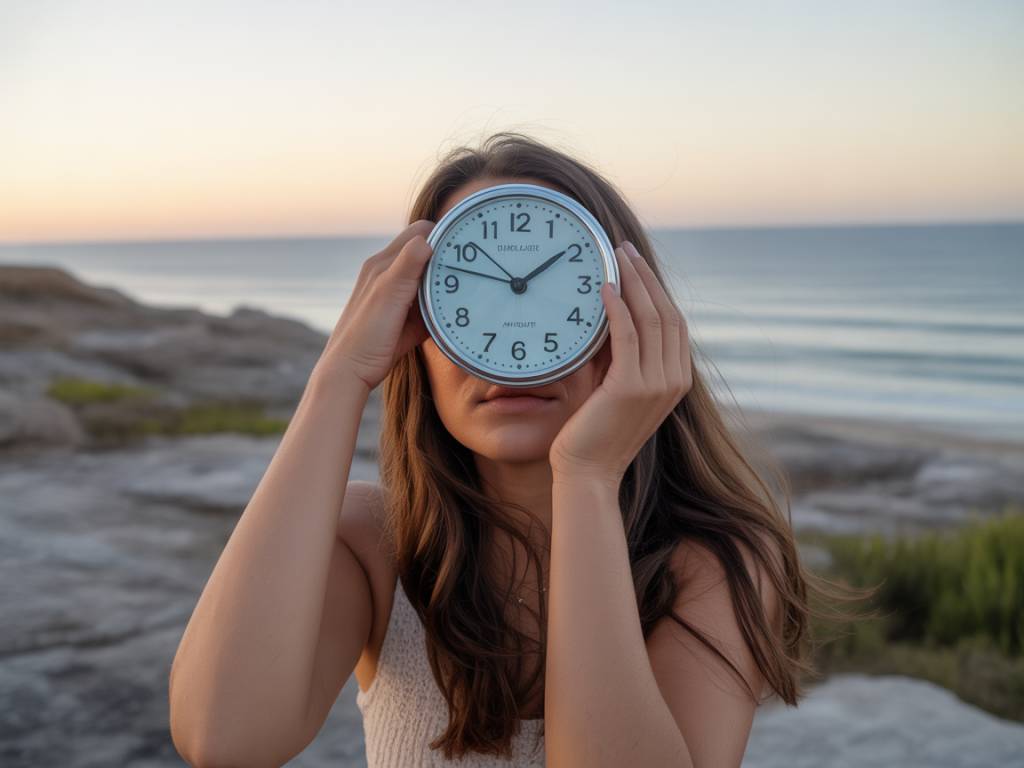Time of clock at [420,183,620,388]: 1:47
